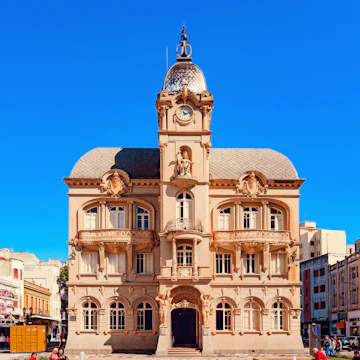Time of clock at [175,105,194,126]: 11:12
